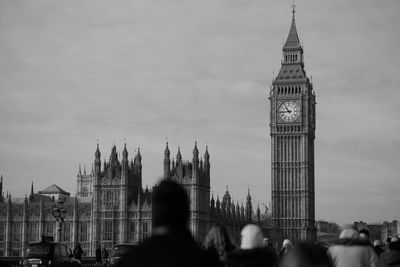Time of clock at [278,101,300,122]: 10:44
